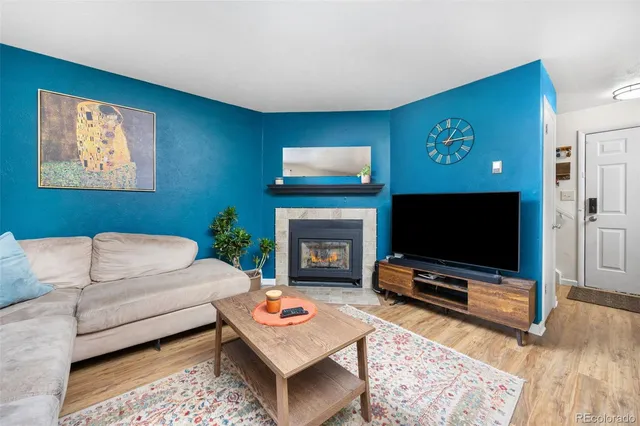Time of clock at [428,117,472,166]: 1:14
